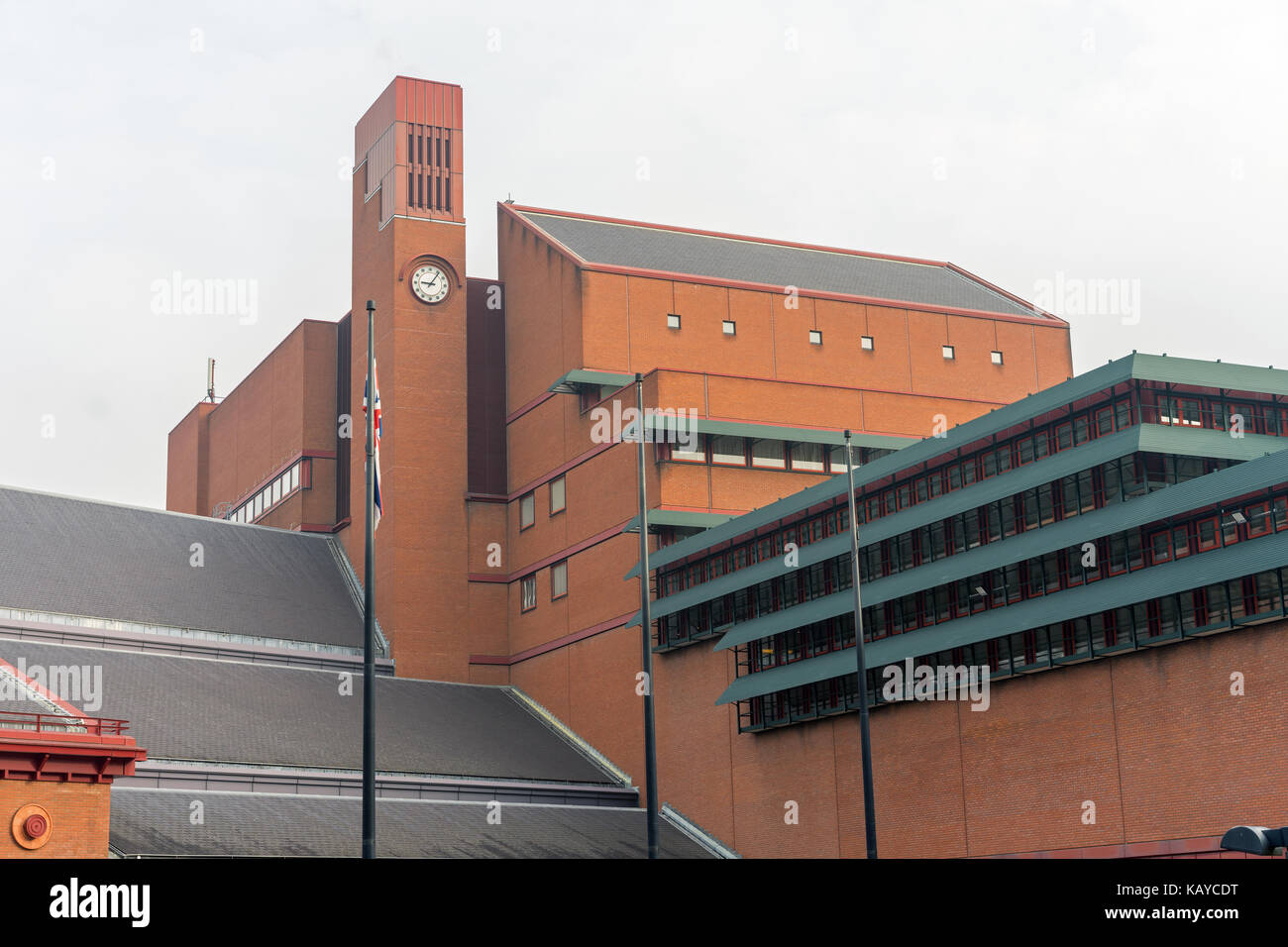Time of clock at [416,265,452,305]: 9:06
